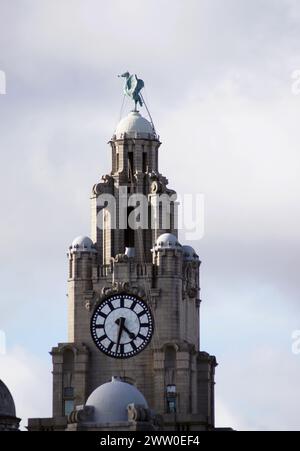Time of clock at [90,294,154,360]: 4:32
